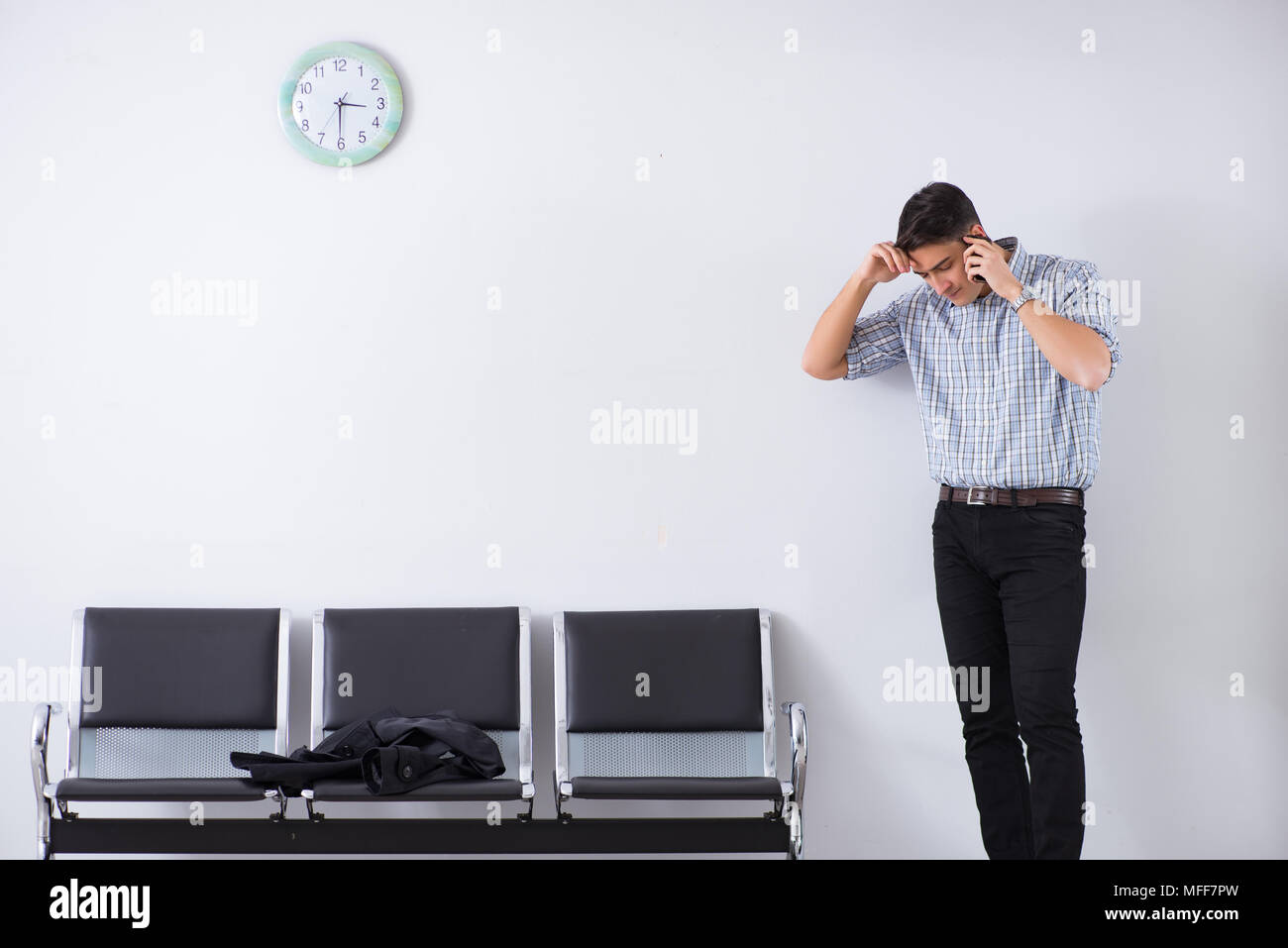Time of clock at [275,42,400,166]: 3:30
